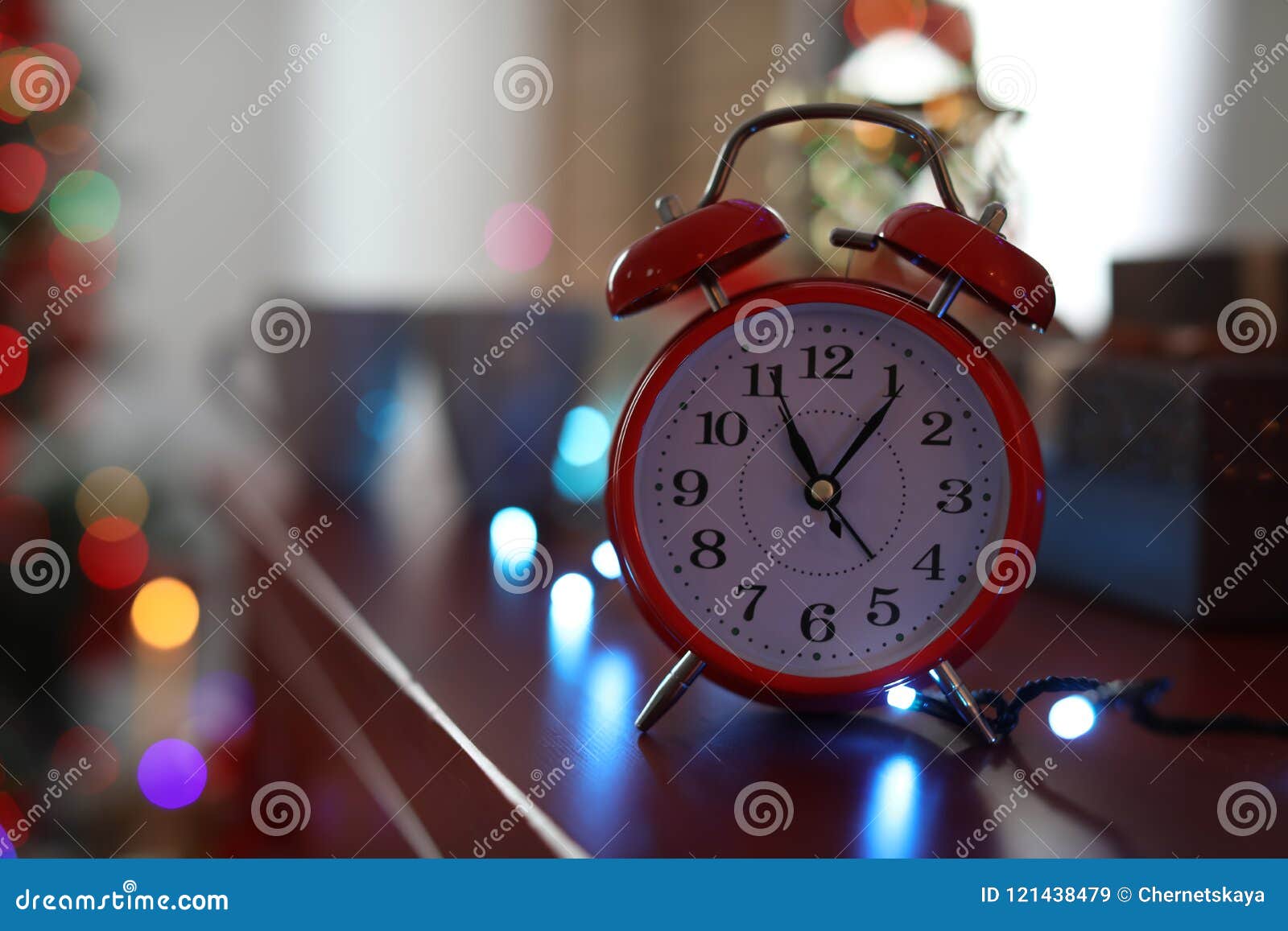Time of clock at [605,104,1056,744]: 11:06
